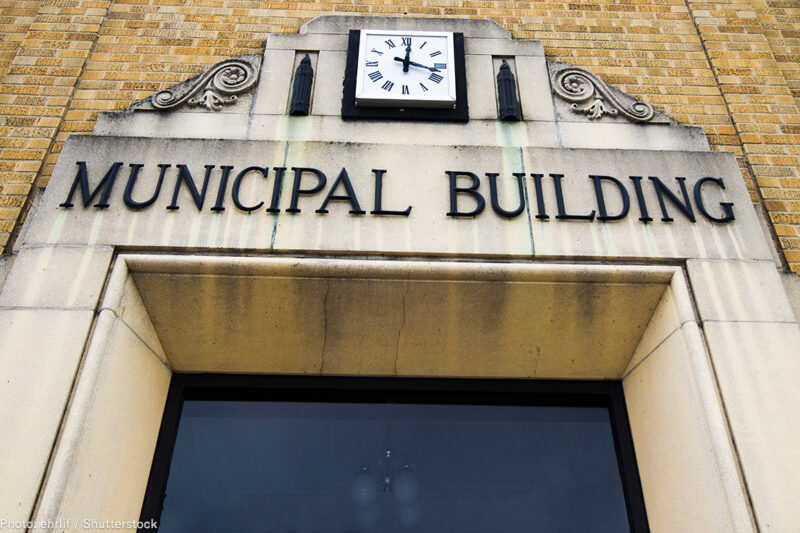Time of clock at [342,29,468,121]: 12:17
